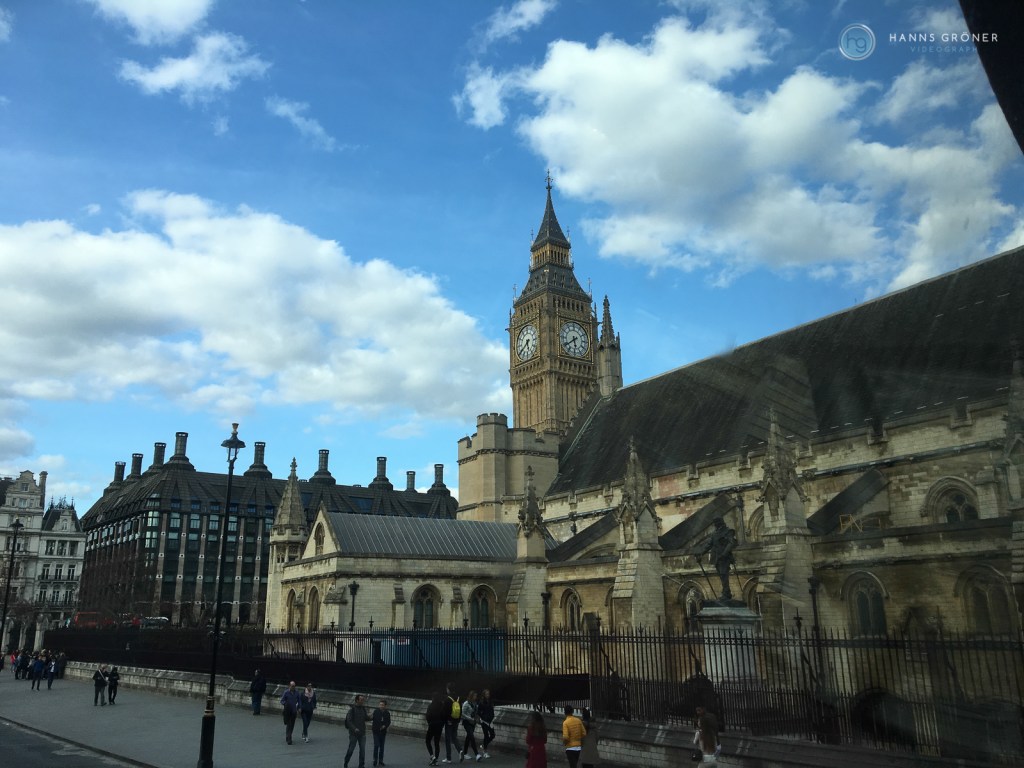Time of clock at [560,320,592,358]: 5:38
